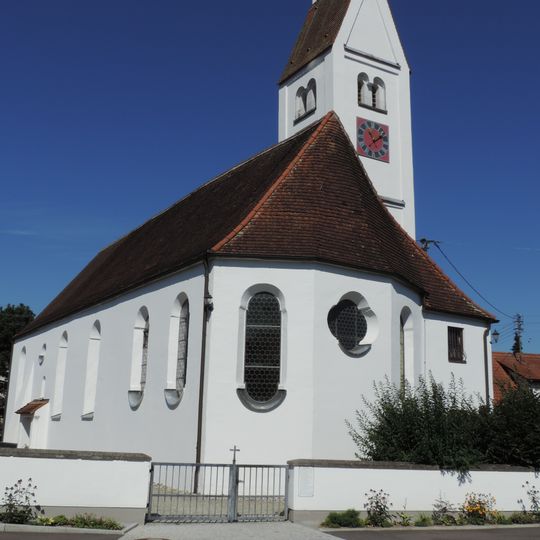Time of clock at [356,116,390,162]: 11:08
